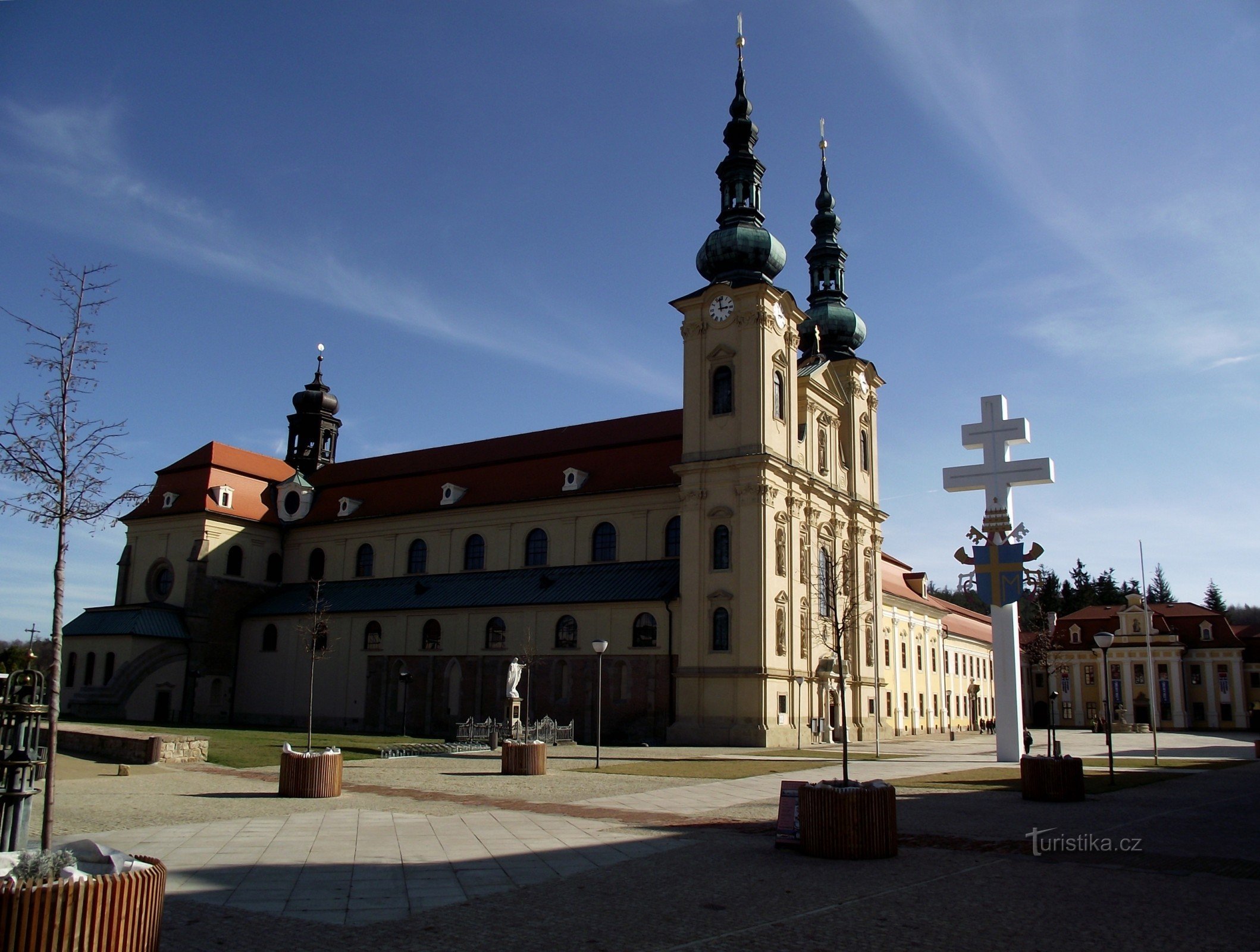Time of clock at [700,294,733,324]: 2:58
